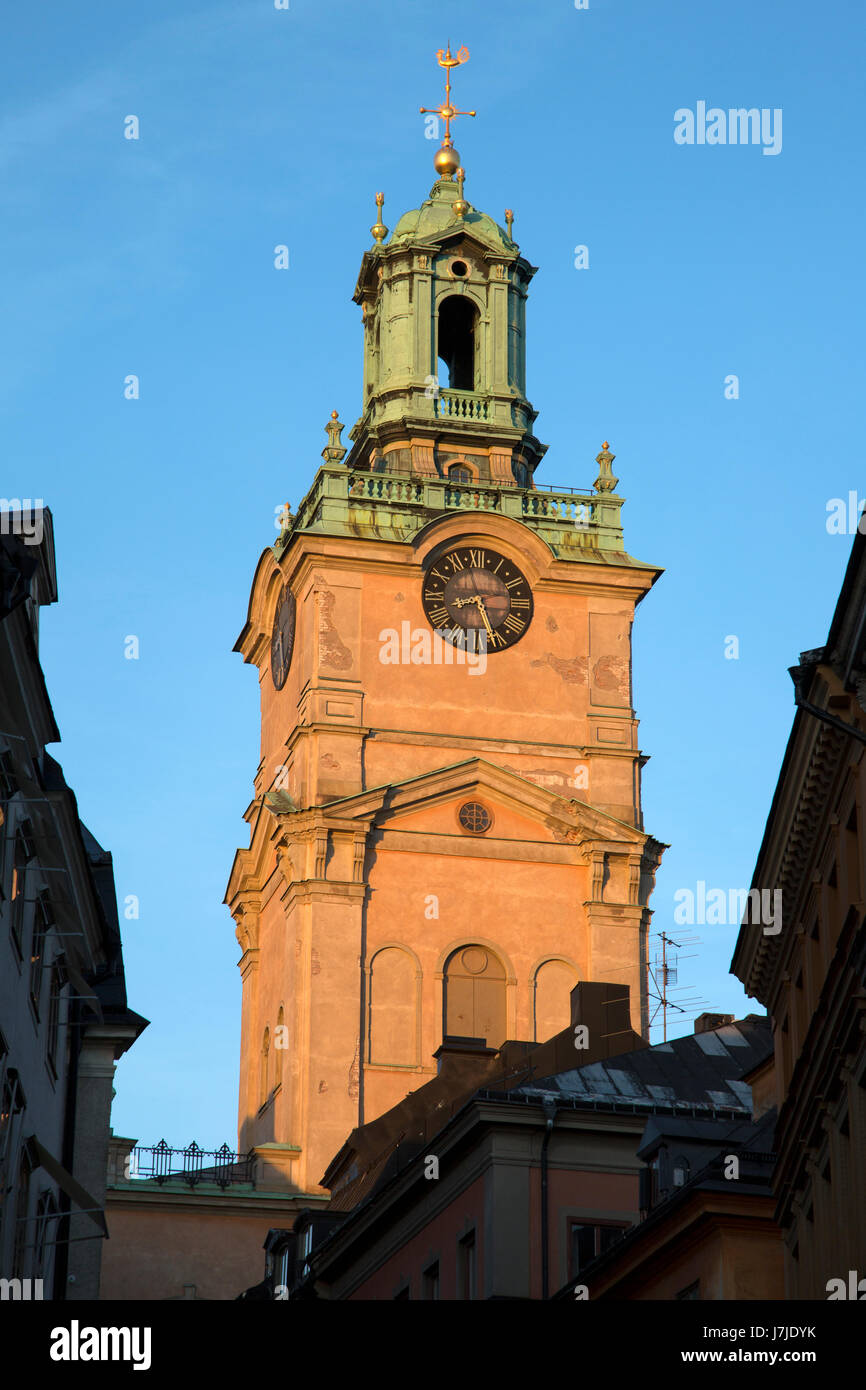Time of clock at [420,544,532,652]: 8:26
